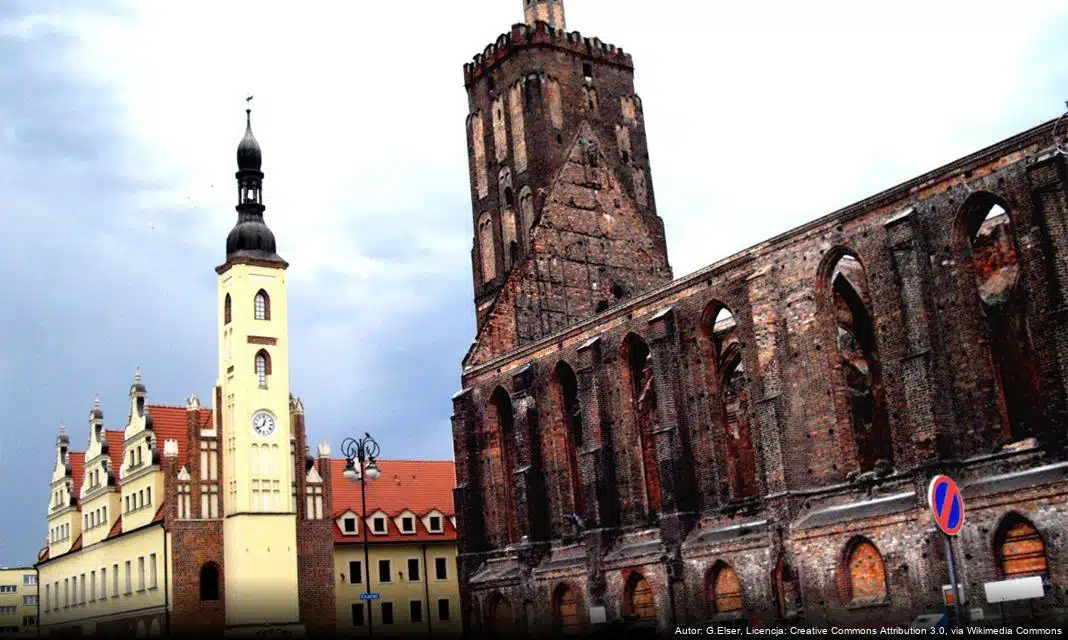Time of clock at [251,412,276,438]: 12:38
